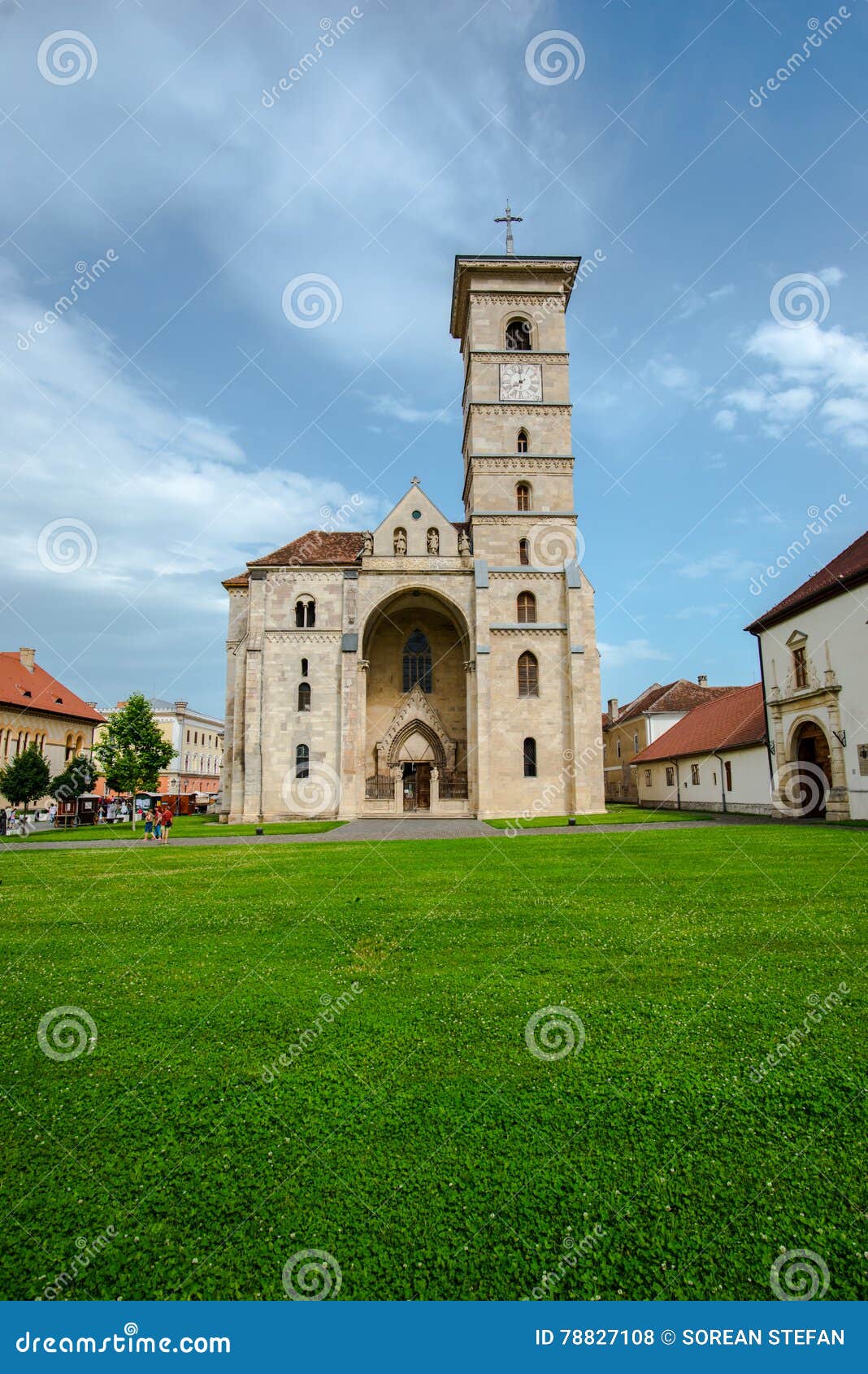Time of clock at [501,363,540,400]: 7:59
